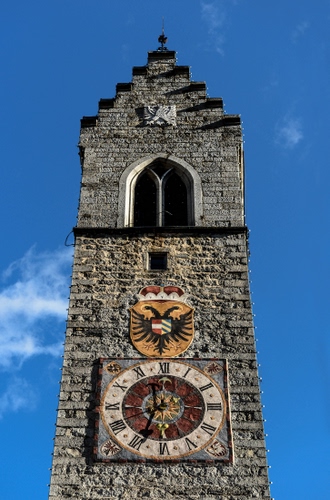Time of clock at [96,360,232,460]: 11:33
